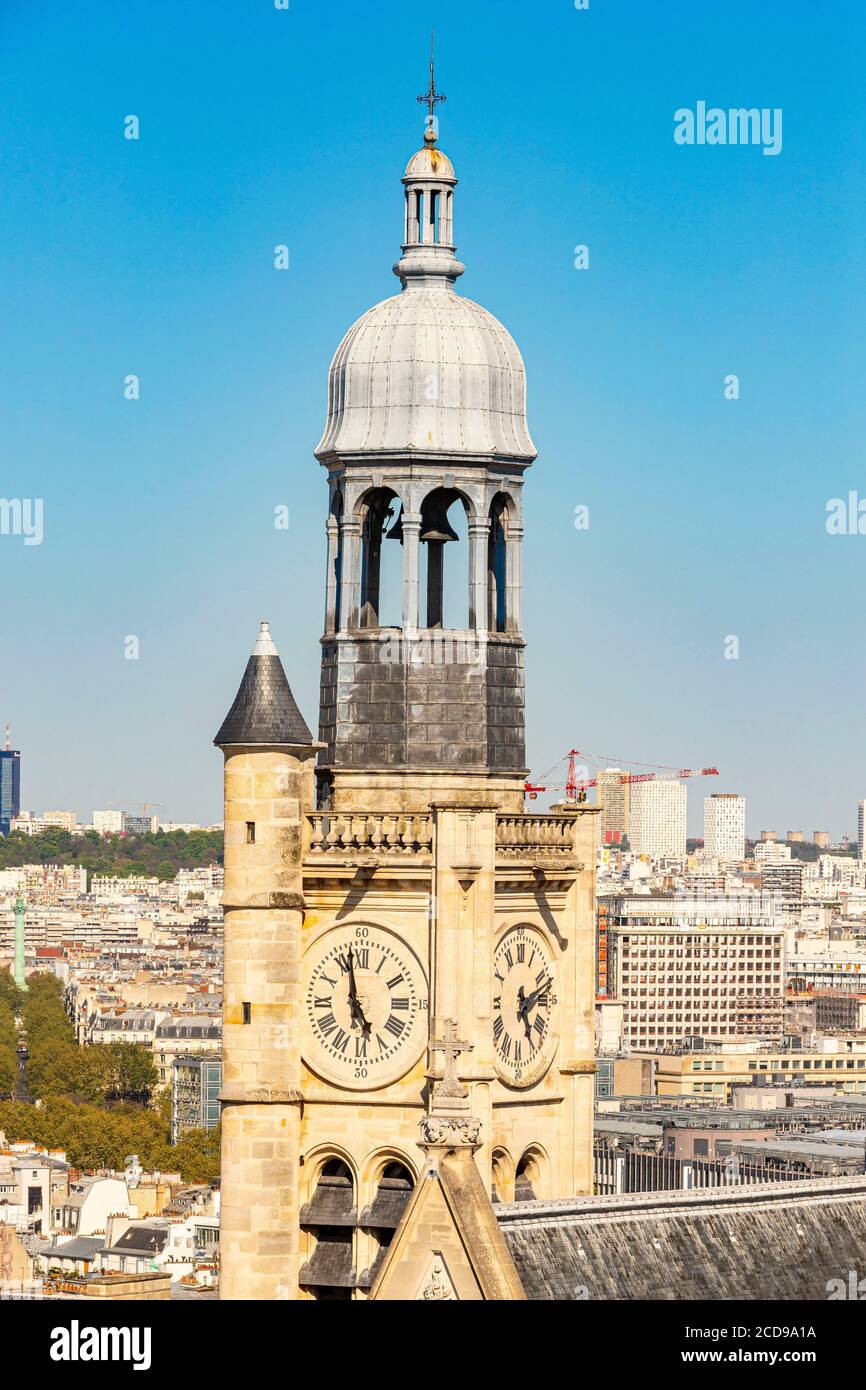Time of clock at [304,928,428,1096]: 4:57
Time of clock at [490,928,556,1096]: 5:11
